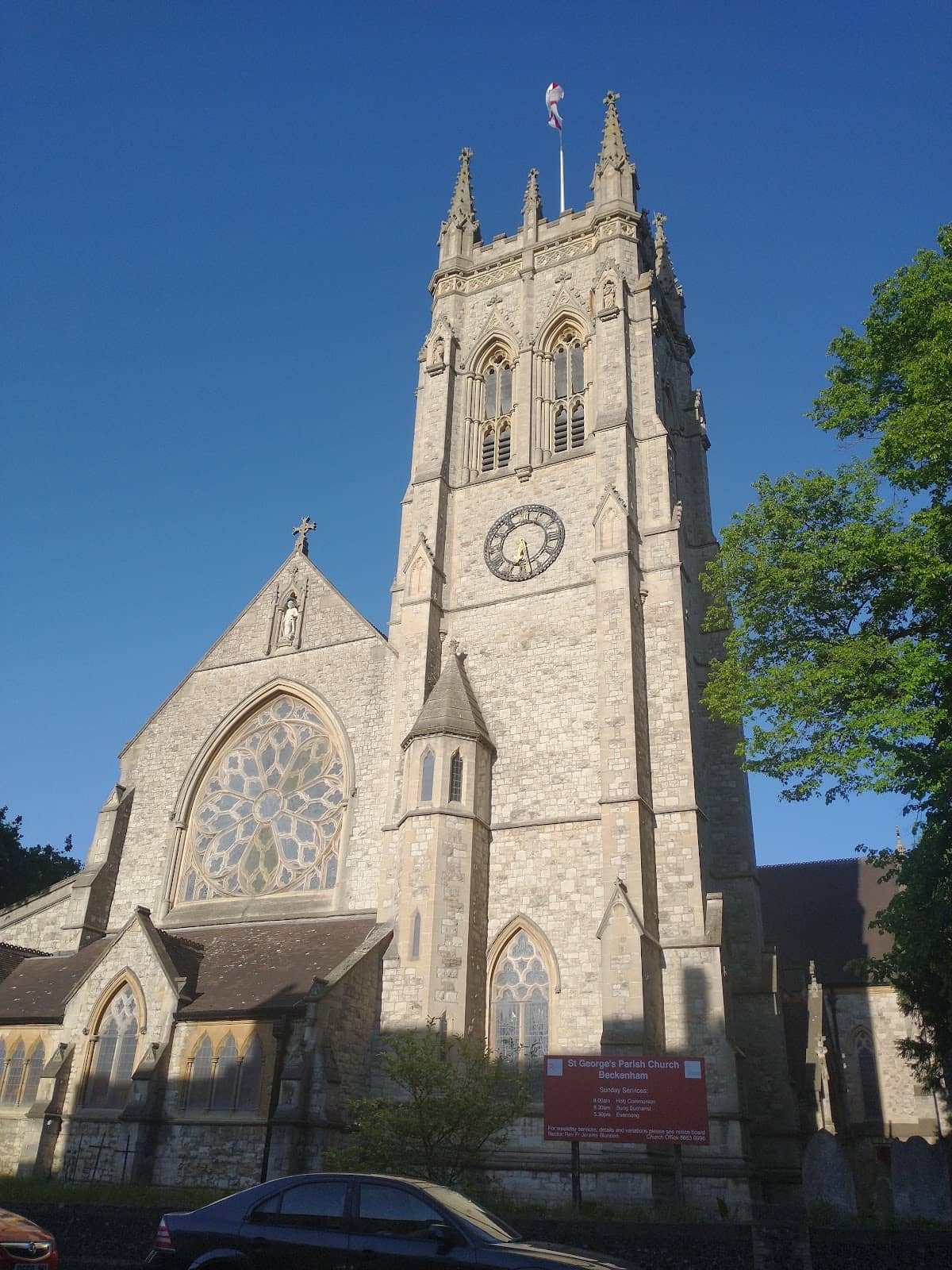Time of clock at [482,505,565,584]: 6:27
